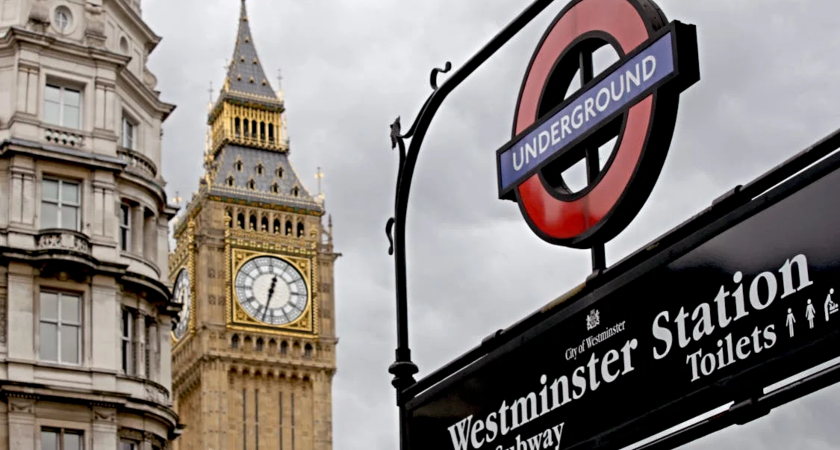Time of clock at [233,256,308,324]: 12:32
